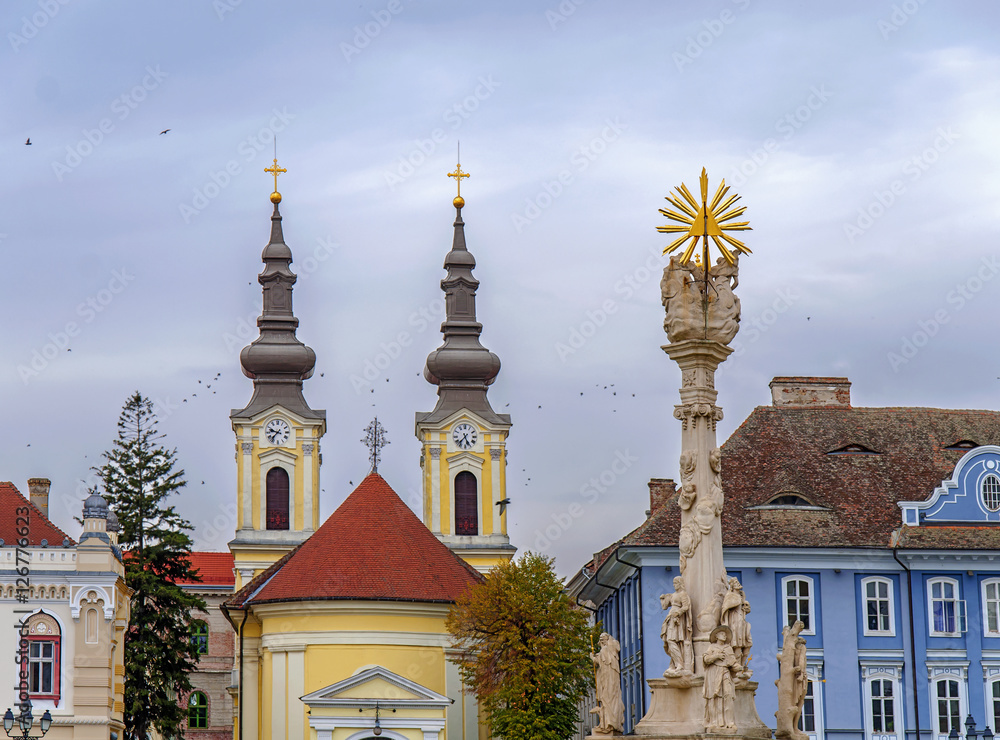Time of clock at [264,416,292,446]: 9:36
